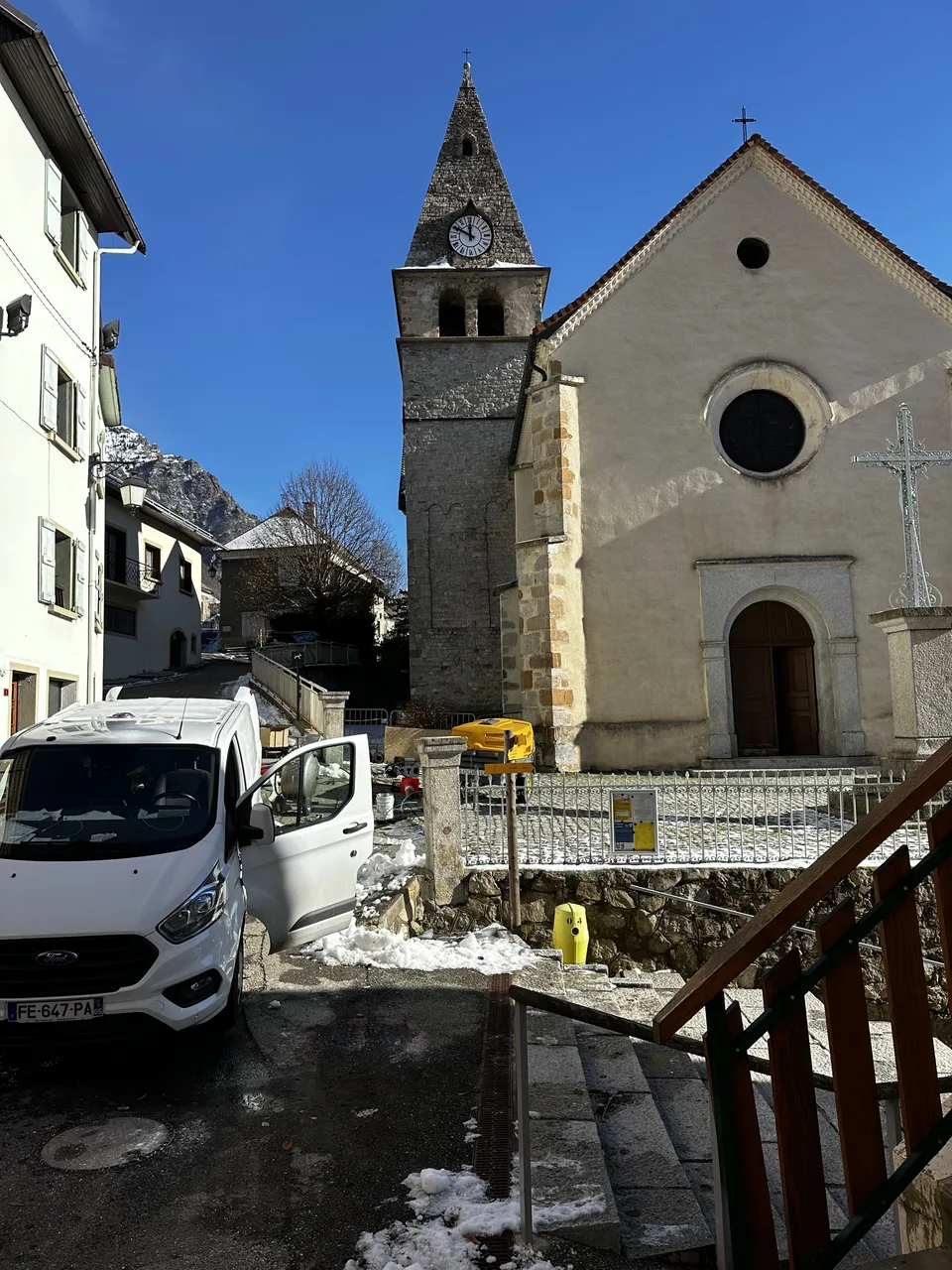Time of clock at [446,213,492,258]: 11:49
